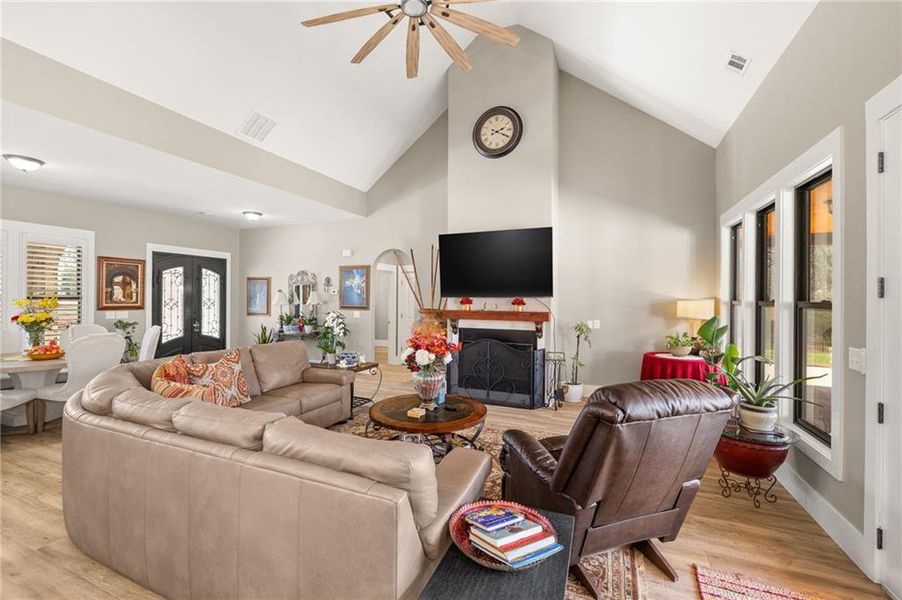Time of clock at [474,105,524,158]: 2:19
